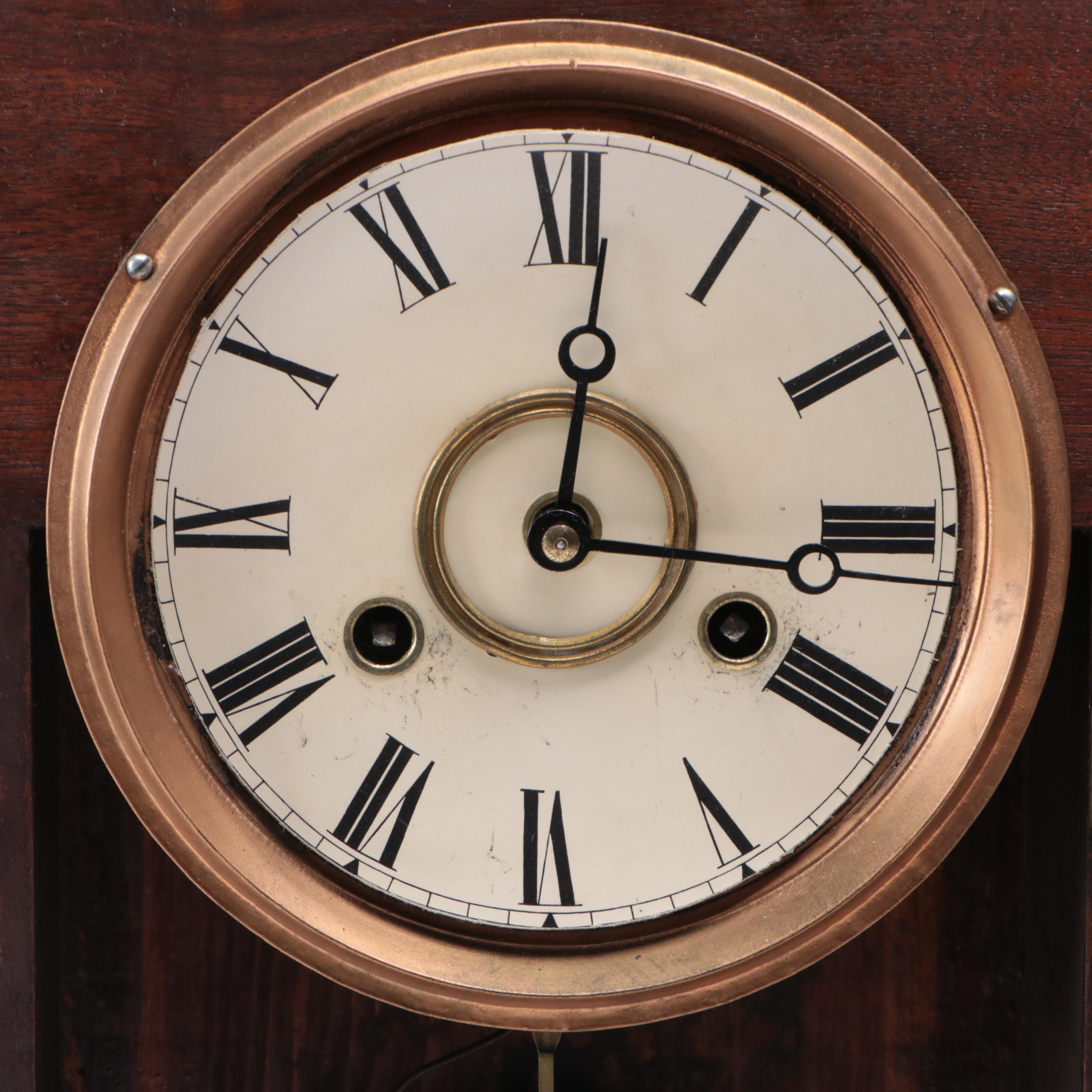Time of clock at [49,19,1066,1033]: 12:16
